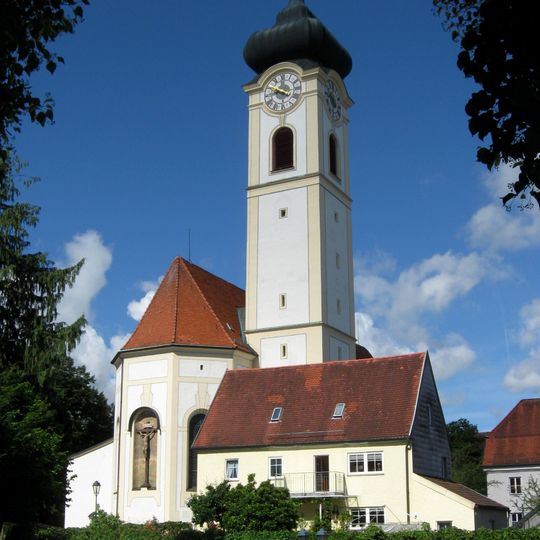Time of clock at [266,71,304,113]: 8:49
